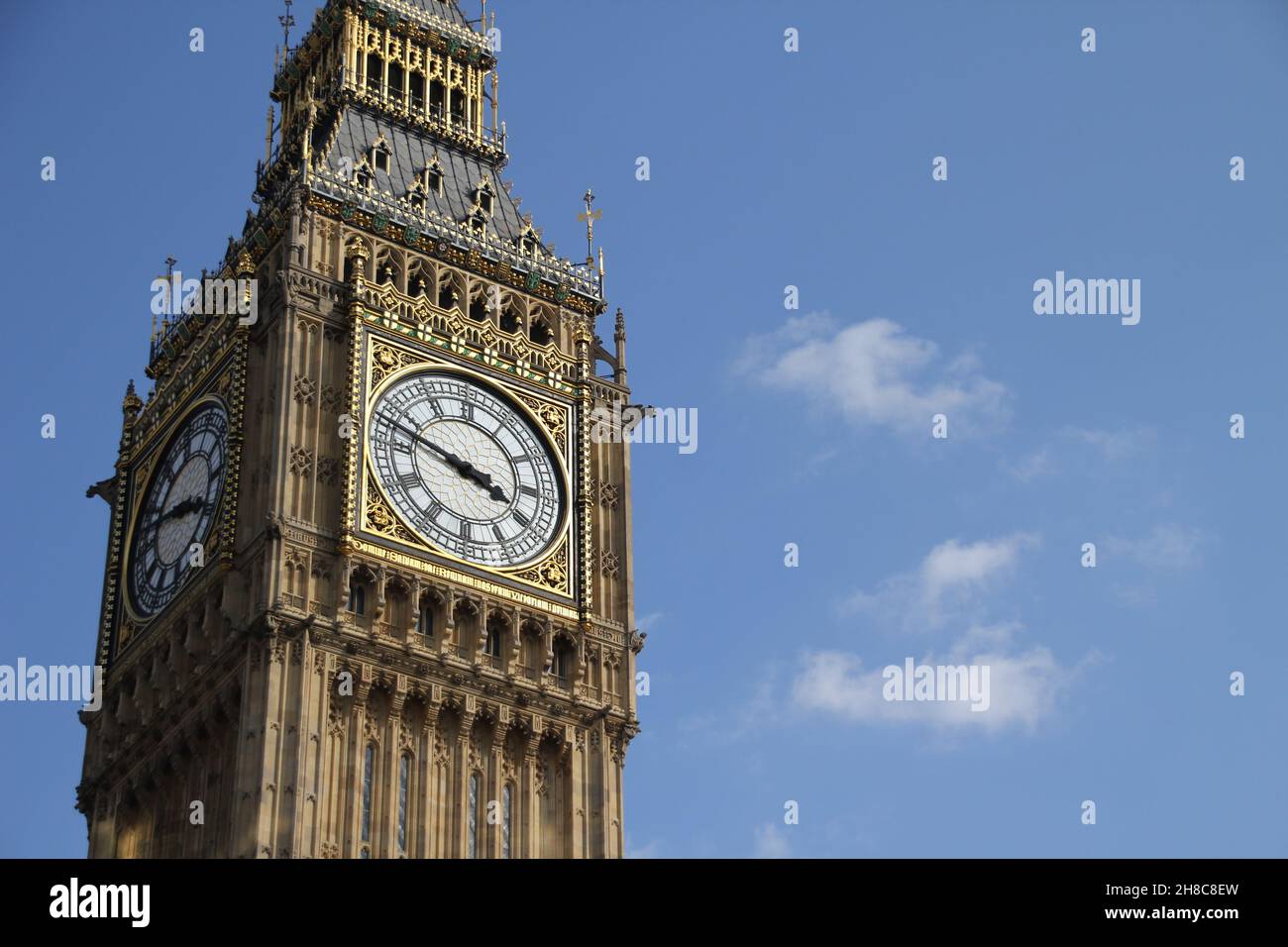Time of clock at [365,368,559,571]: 3:47
